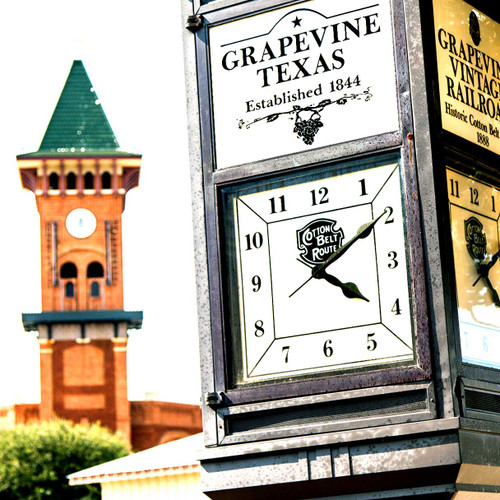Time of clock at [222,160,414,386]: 4:09
